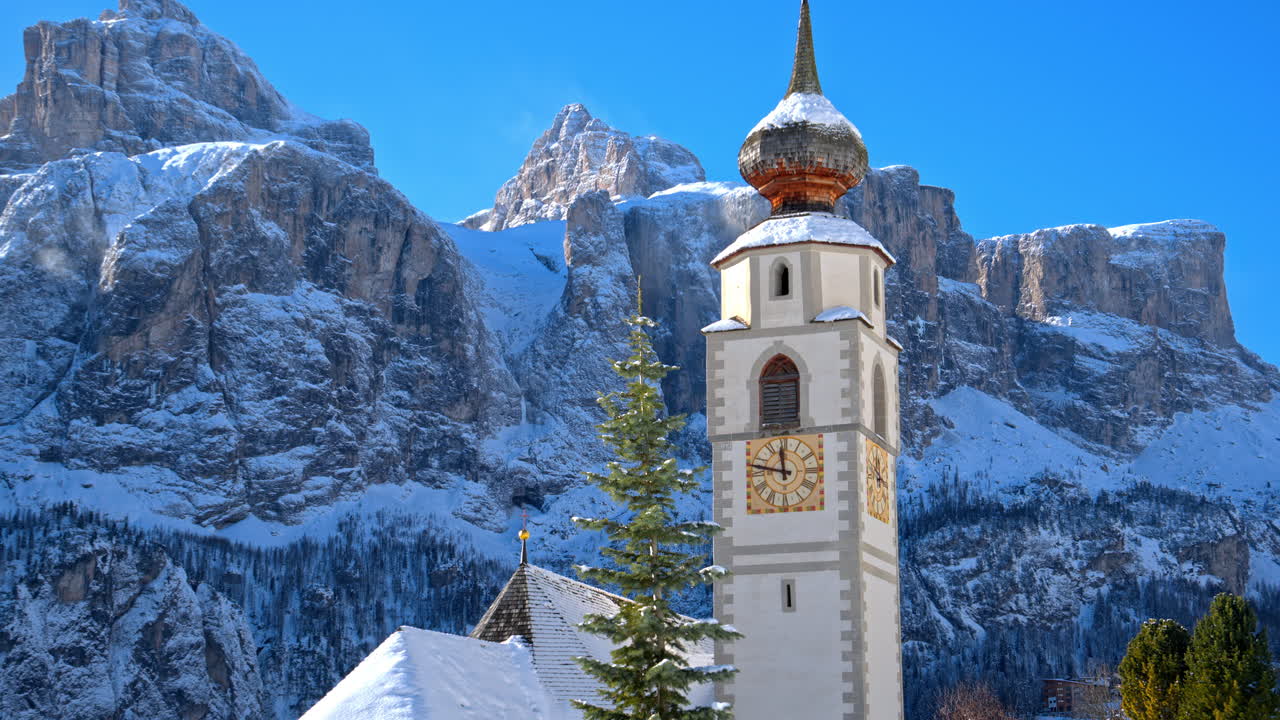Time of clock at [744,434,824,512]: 11:47
